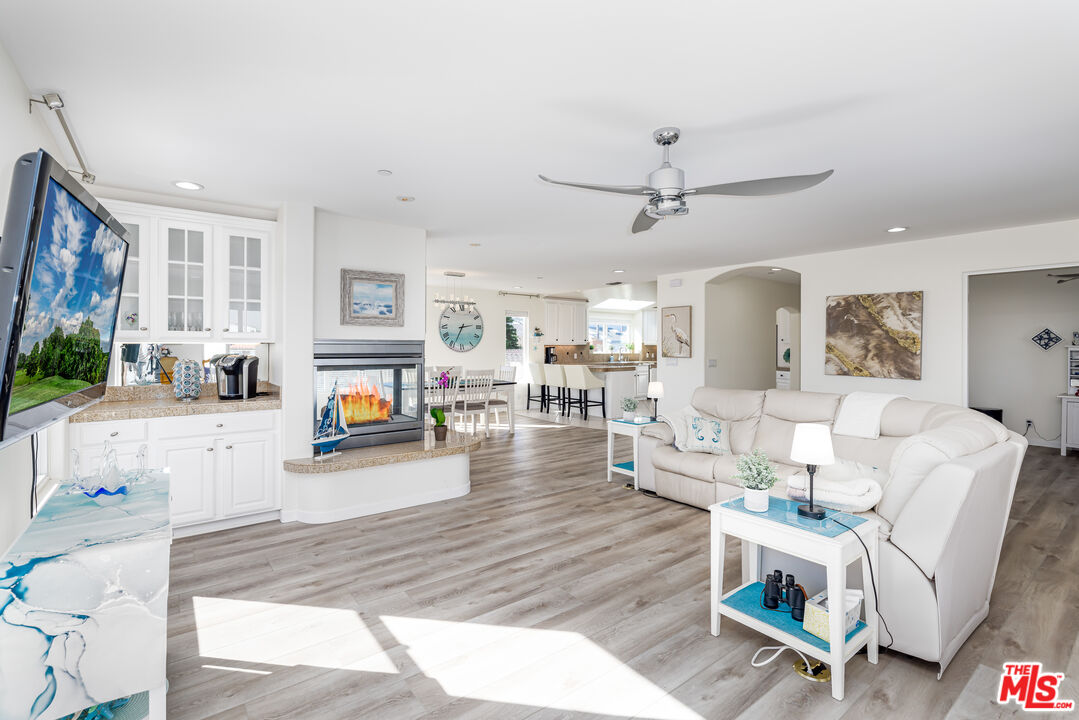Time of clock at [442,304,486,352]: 2:34
